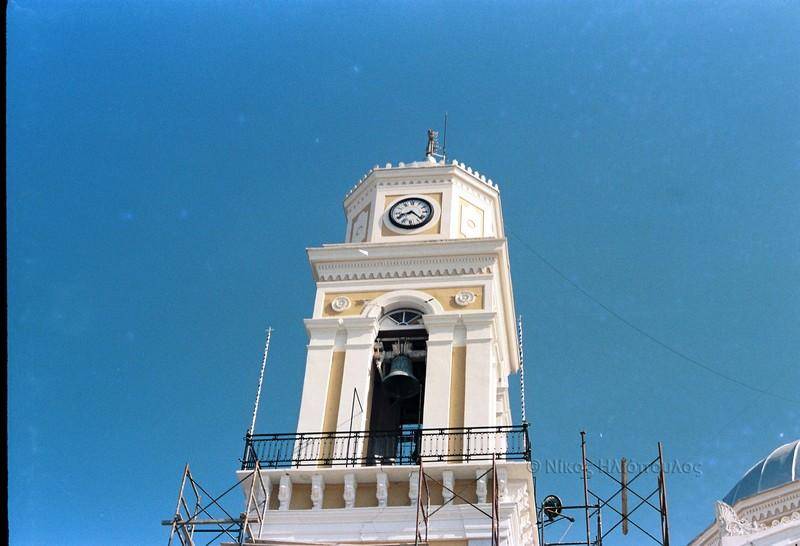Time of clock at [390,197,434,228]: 8:22
